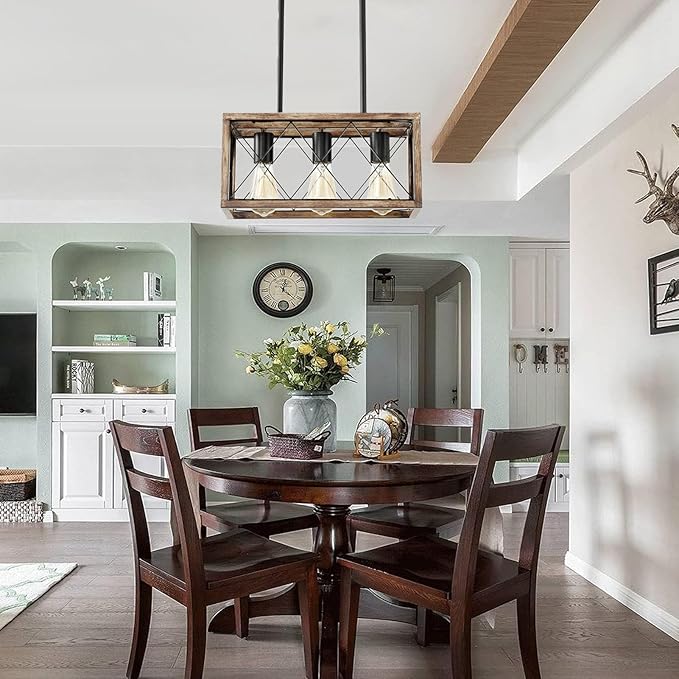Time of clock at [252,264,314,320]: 12:22
